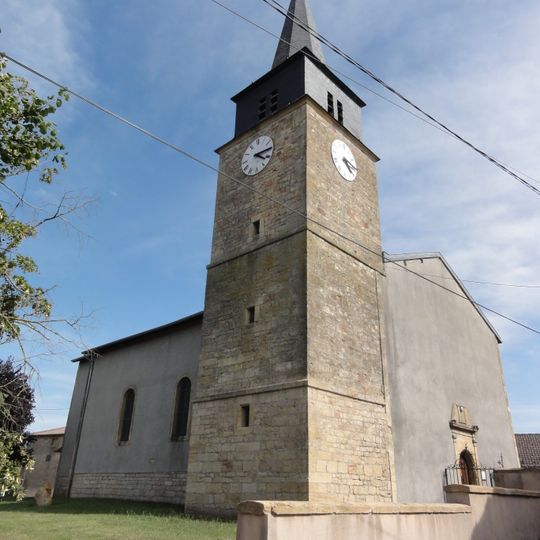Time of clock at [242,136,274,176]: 4:14
